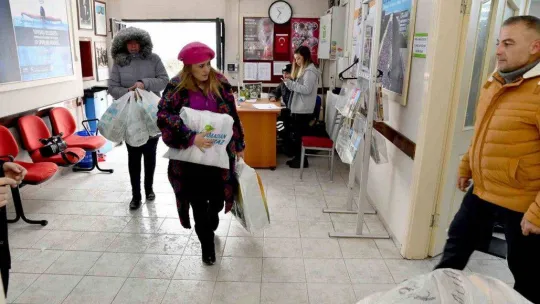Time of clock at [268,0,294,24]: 10:34
